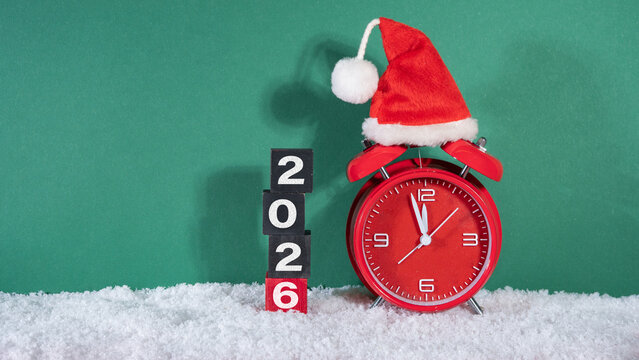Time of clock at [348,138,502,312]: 11:57
